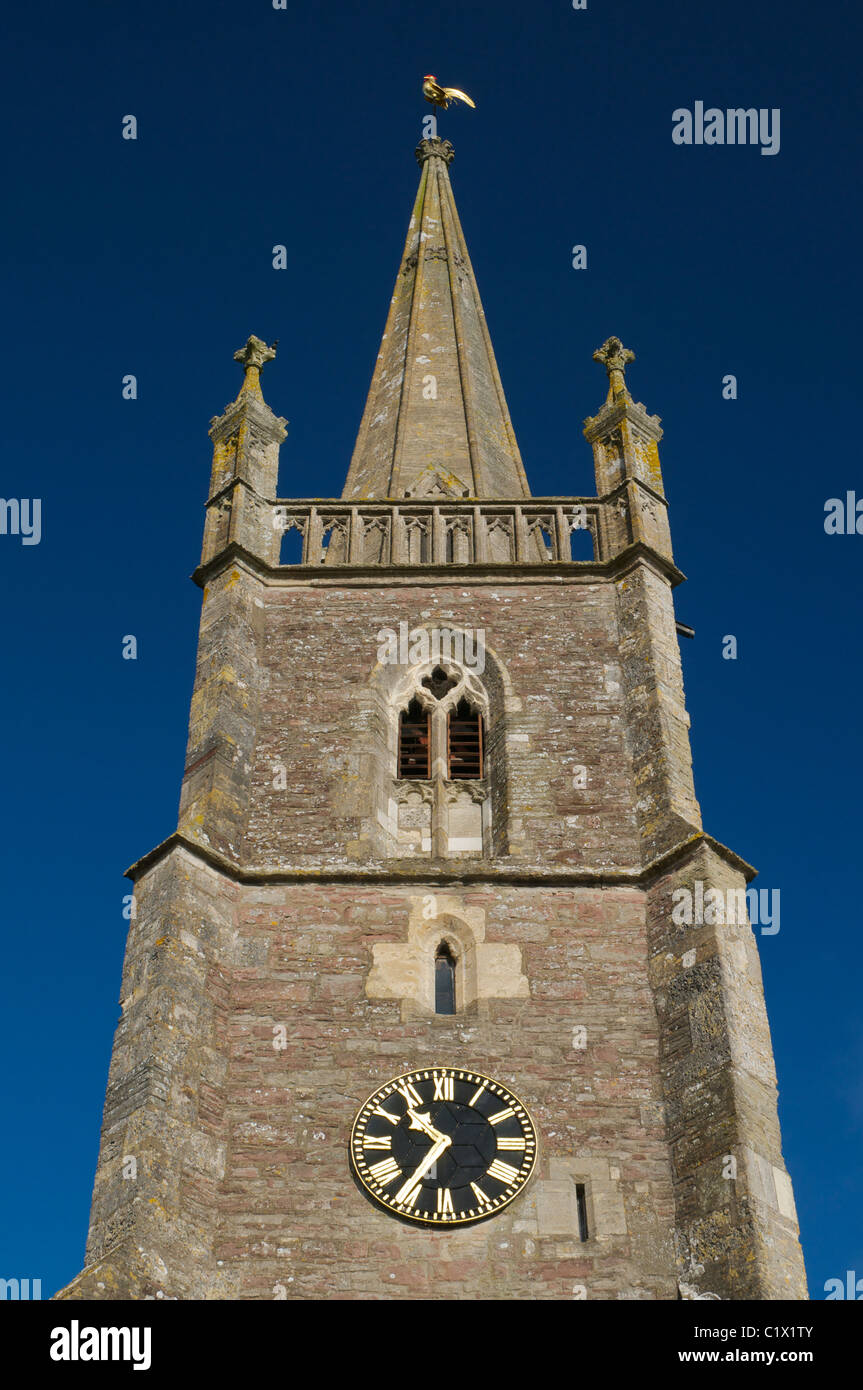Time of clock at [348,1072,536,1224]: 10:35
